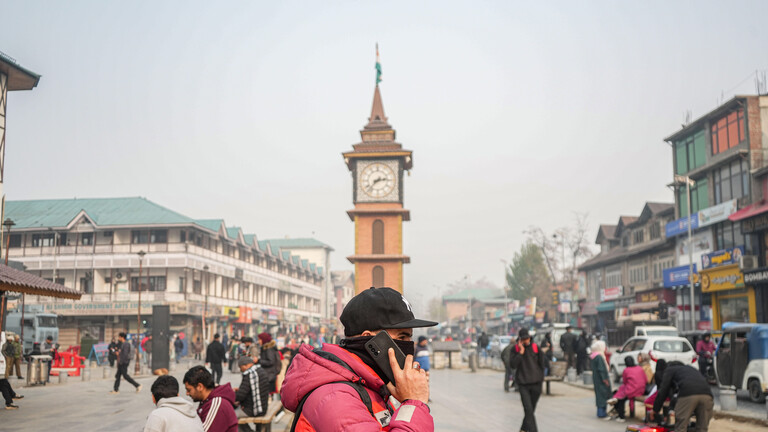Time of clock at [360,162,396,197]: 2:37
